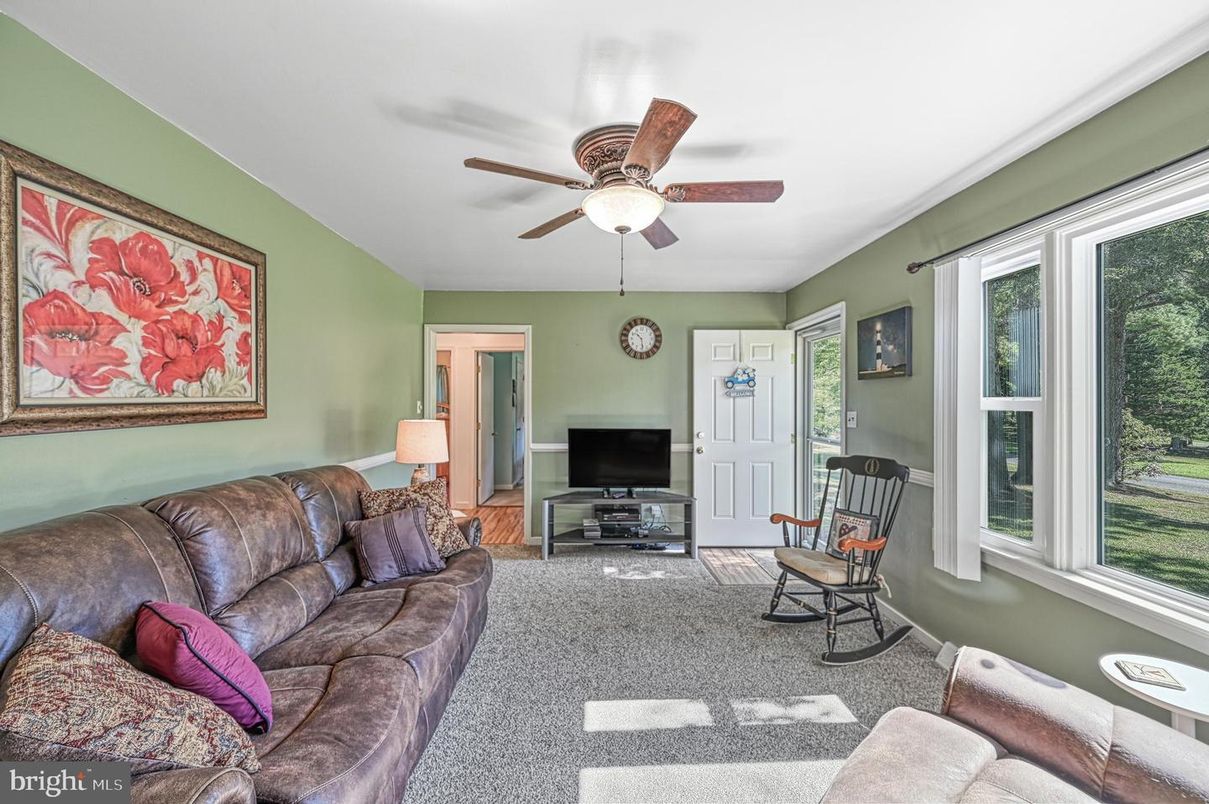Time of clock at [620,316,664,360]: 10:28
